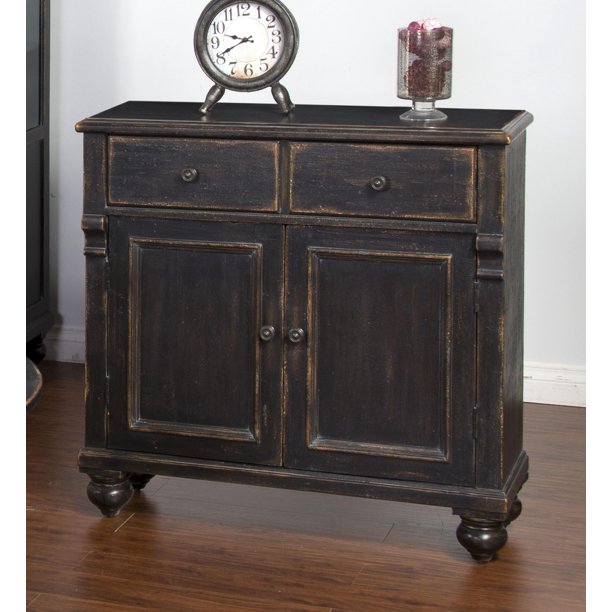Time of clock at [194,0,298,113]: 9:40
